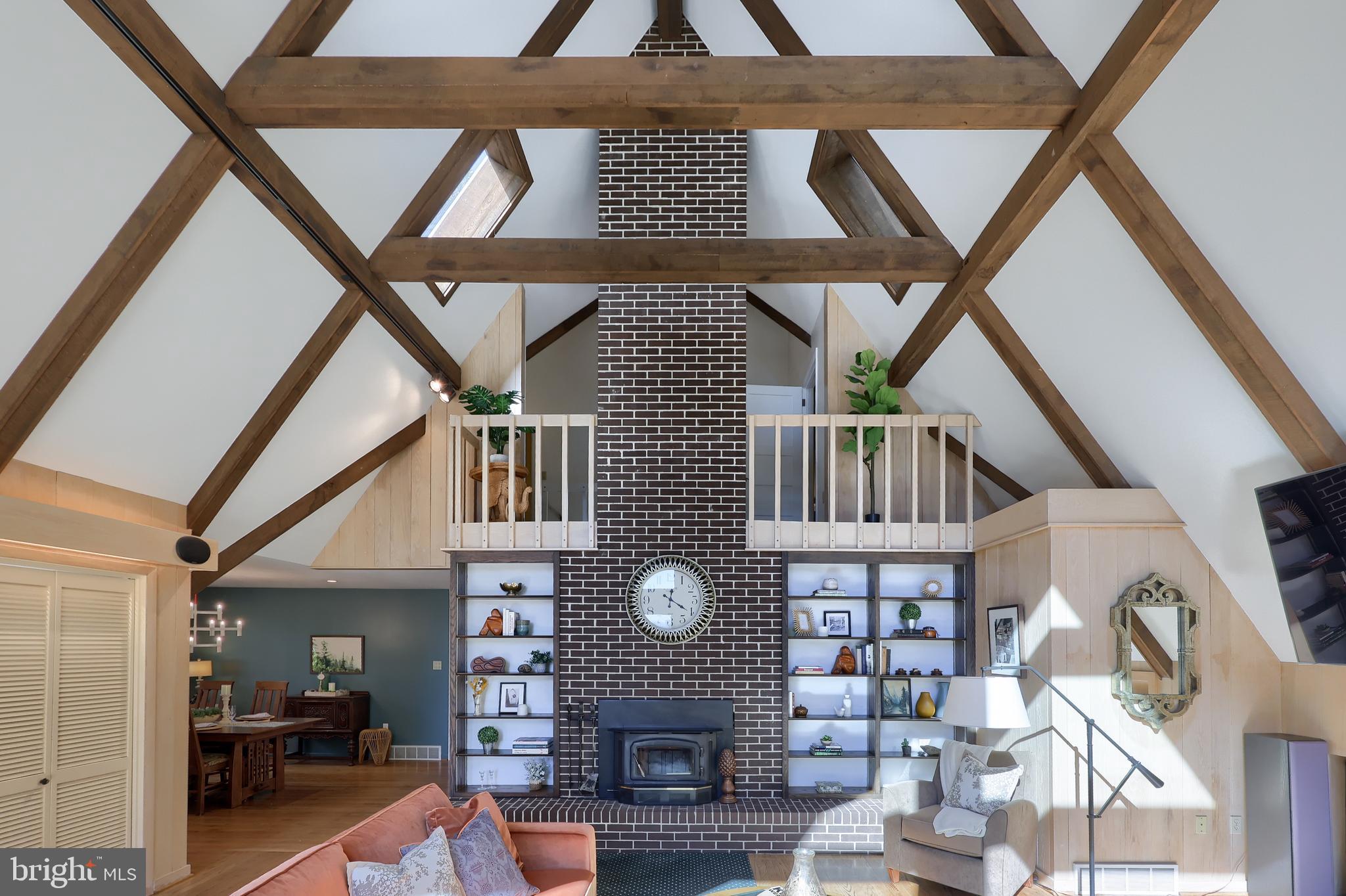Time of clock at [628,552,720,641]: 4:01
